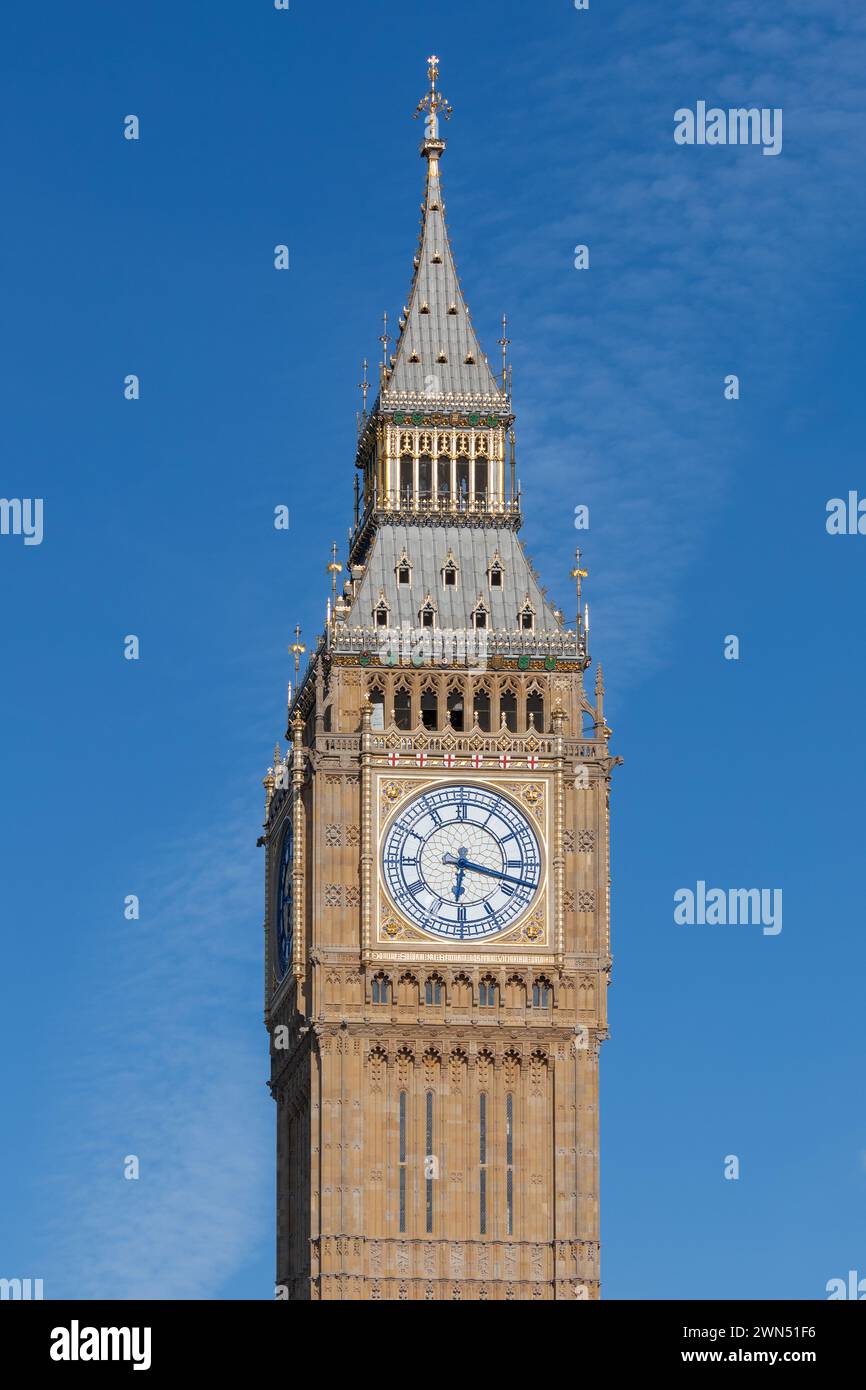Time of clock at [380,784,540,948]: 6:17
